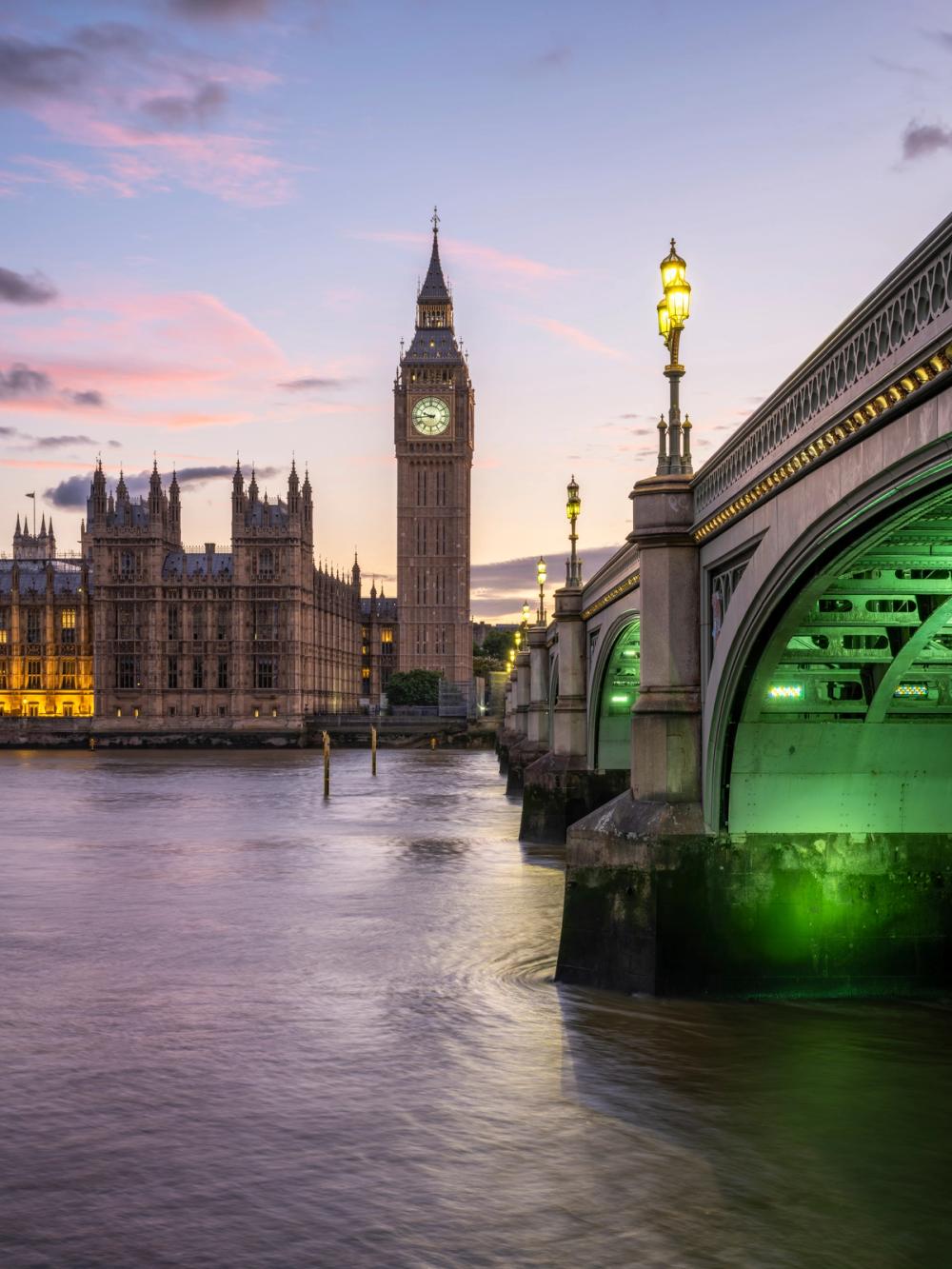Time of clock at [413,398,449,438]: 9:43
